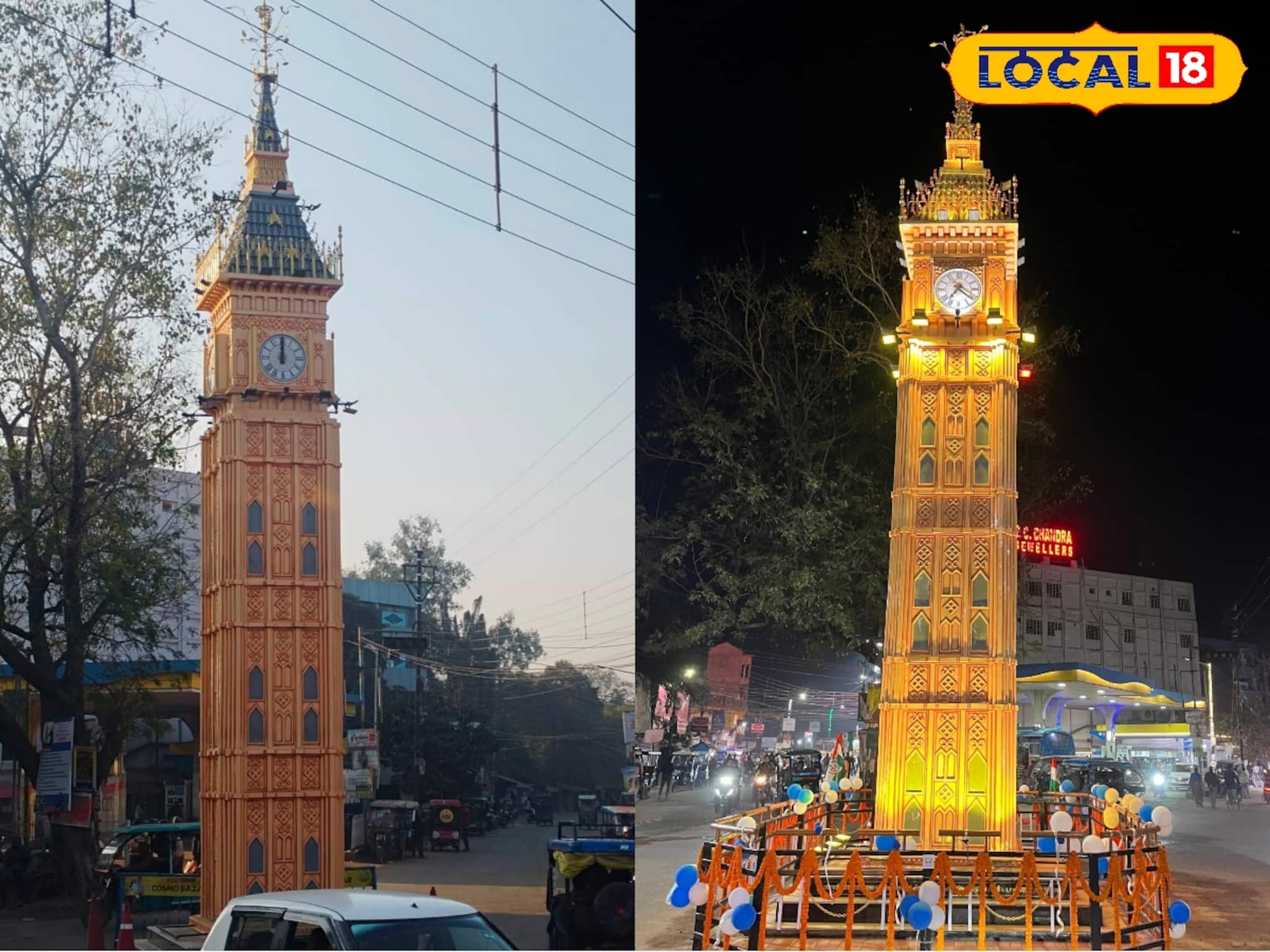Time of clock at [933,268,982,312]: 7:21
